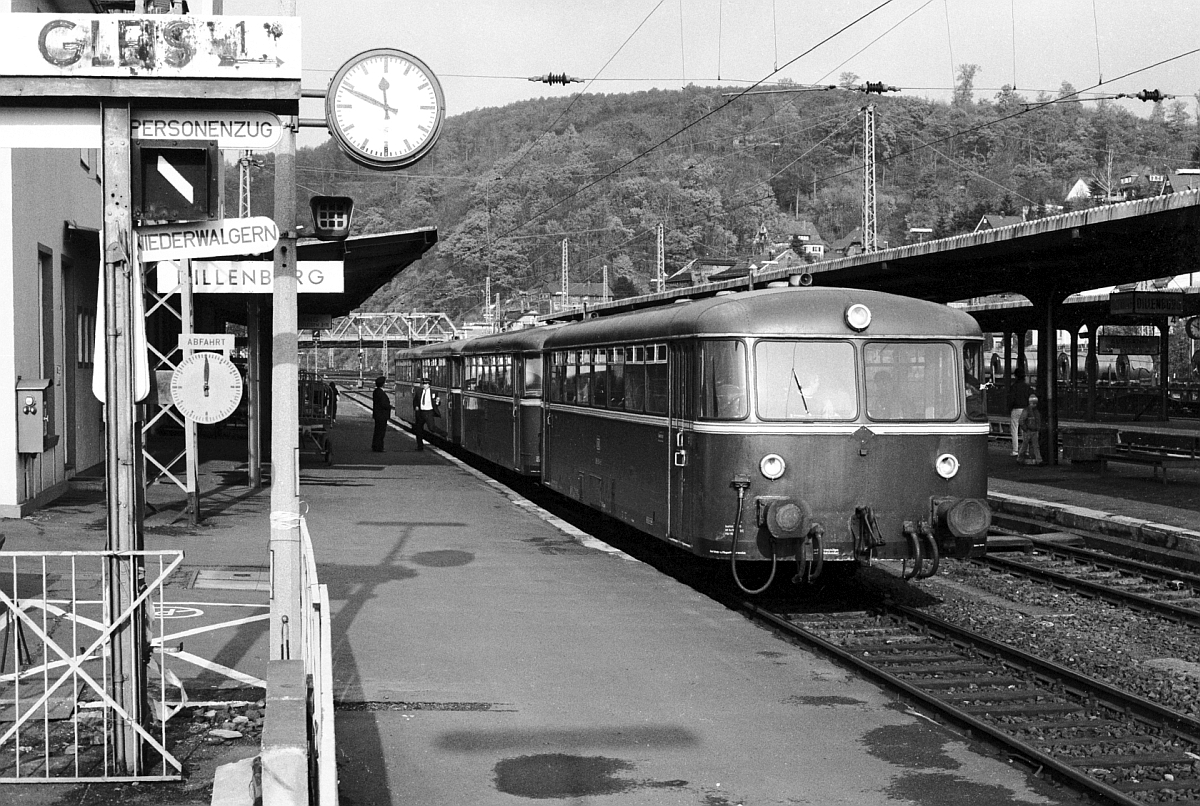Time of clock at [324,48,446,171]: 11:48
